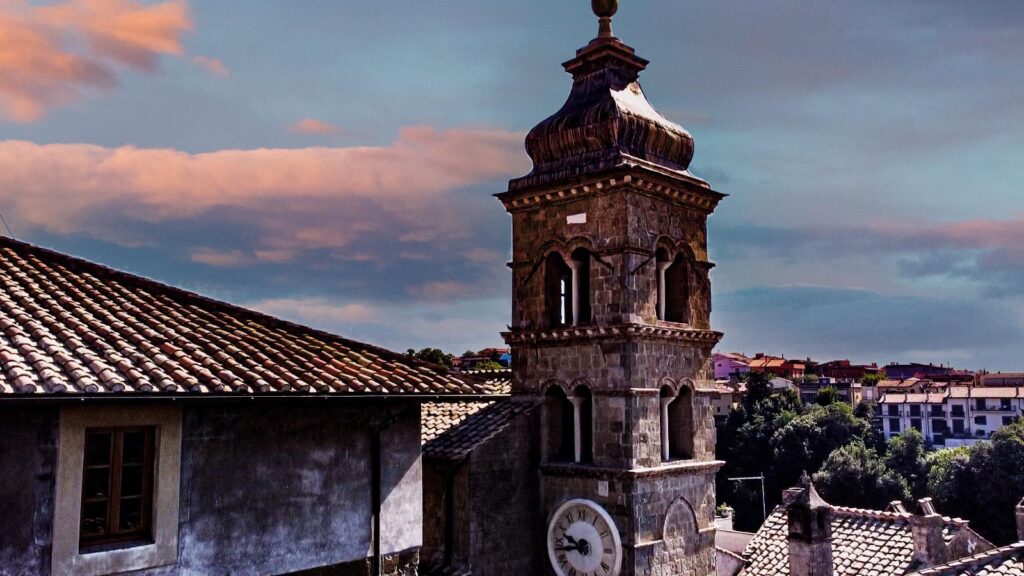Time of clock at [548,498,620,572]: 9:43
